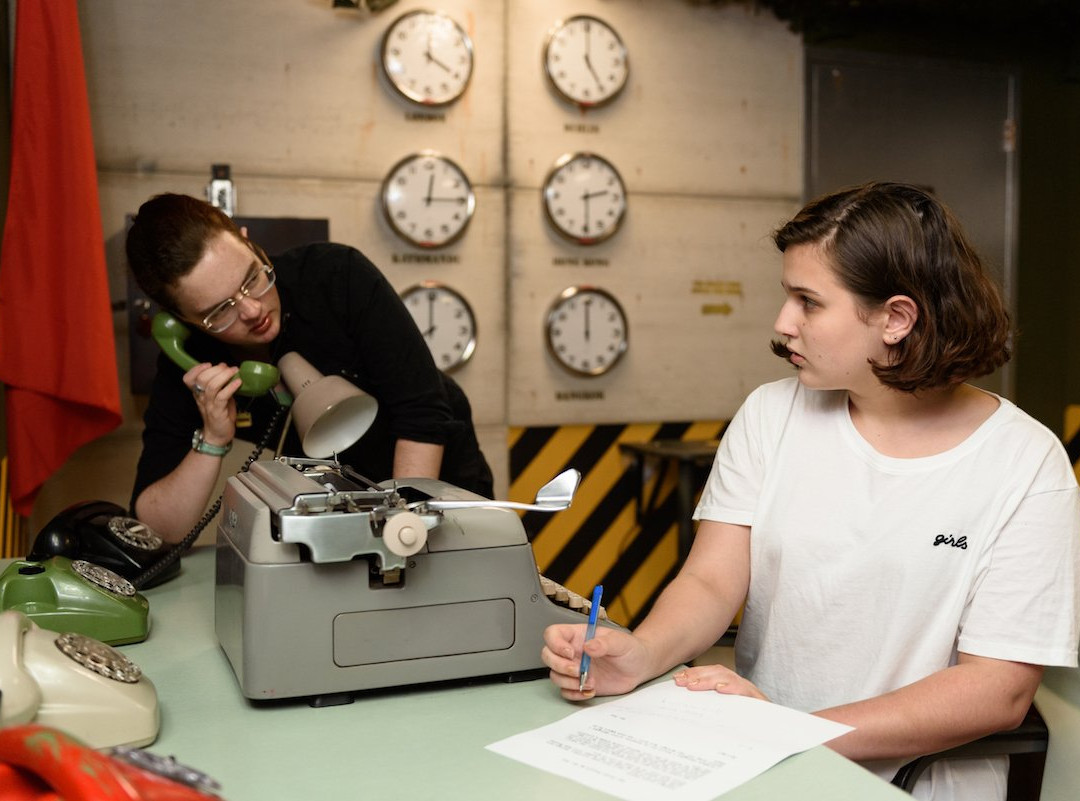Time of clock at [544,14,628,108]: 5:00
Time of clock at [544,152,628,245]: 2:29
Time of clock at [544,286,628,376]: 11:59
